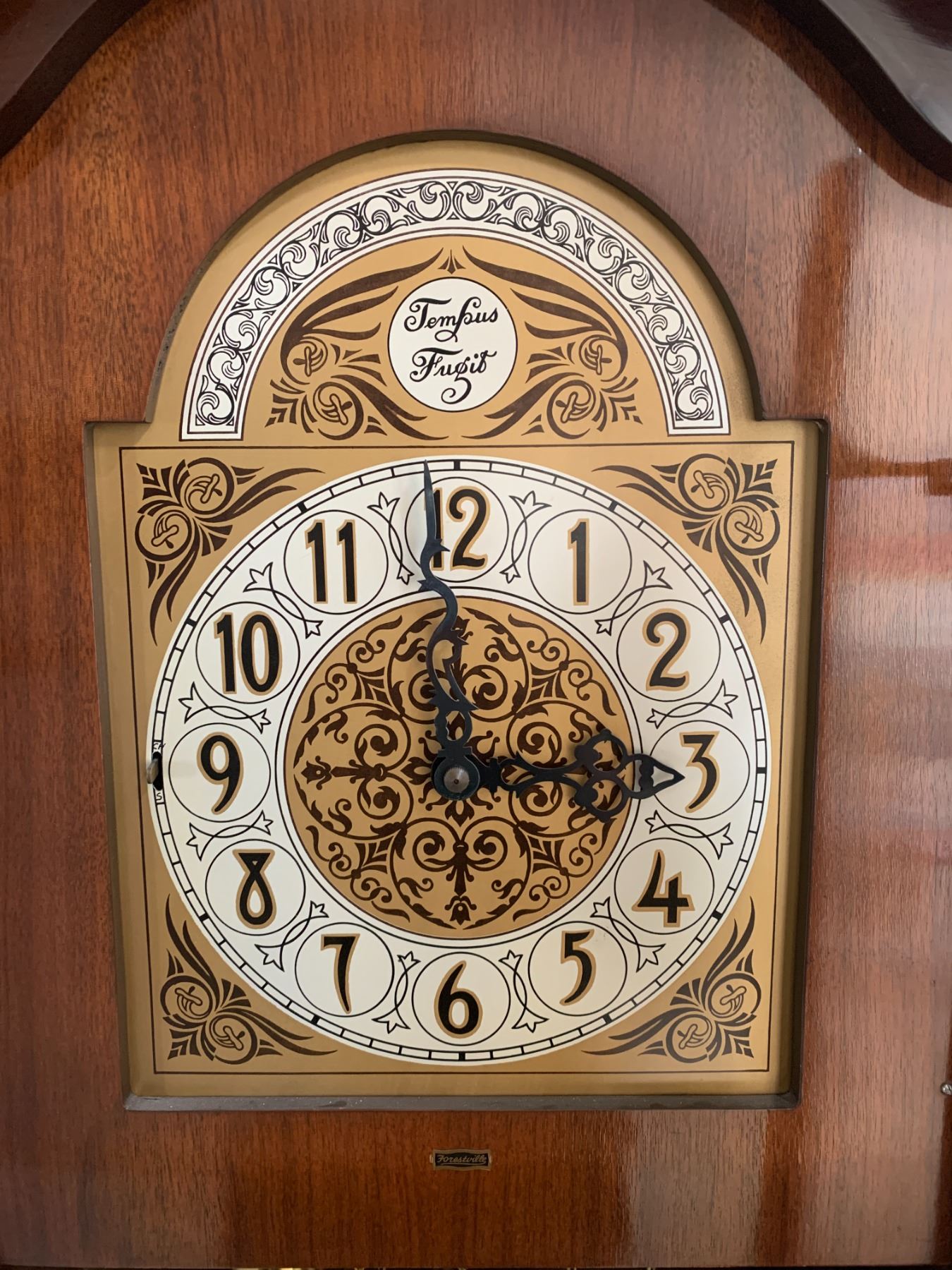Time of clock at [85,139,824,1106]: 2:59
